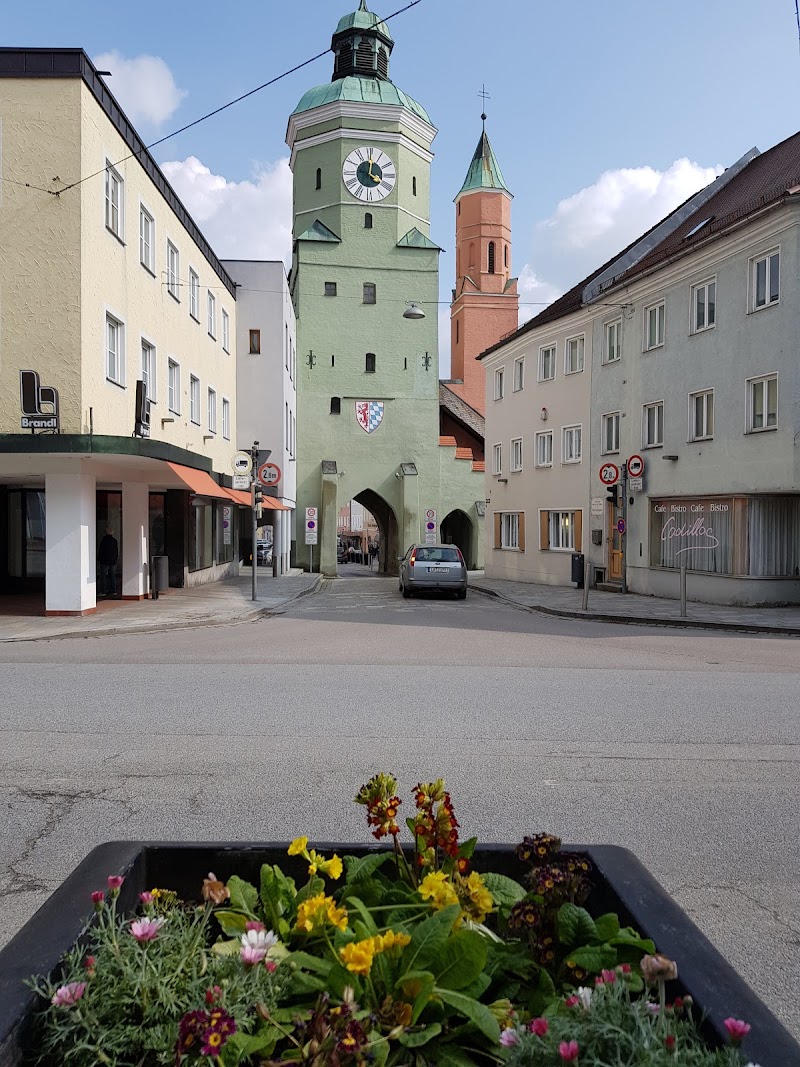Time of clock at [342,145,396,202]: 4:01
